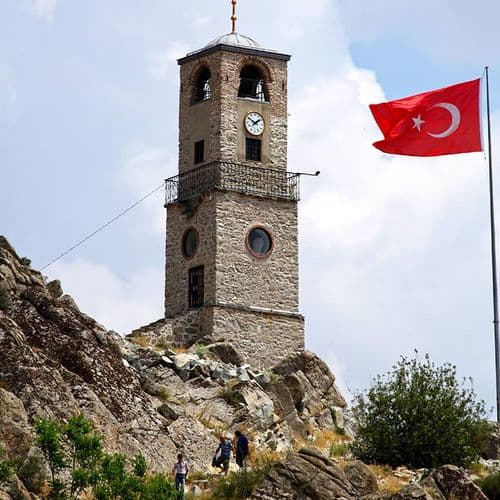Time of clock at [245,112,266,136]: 1:50
